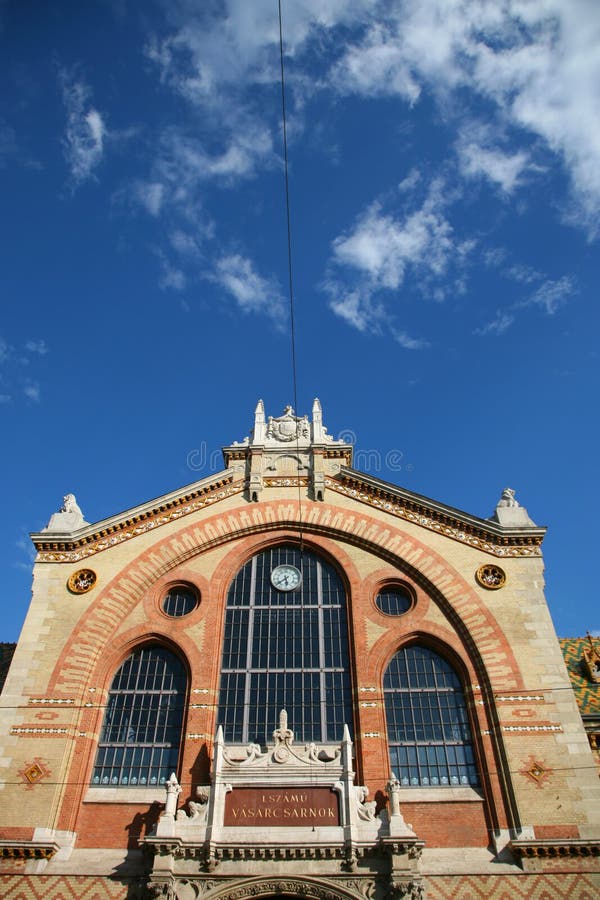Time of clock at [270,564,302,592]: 5:38
